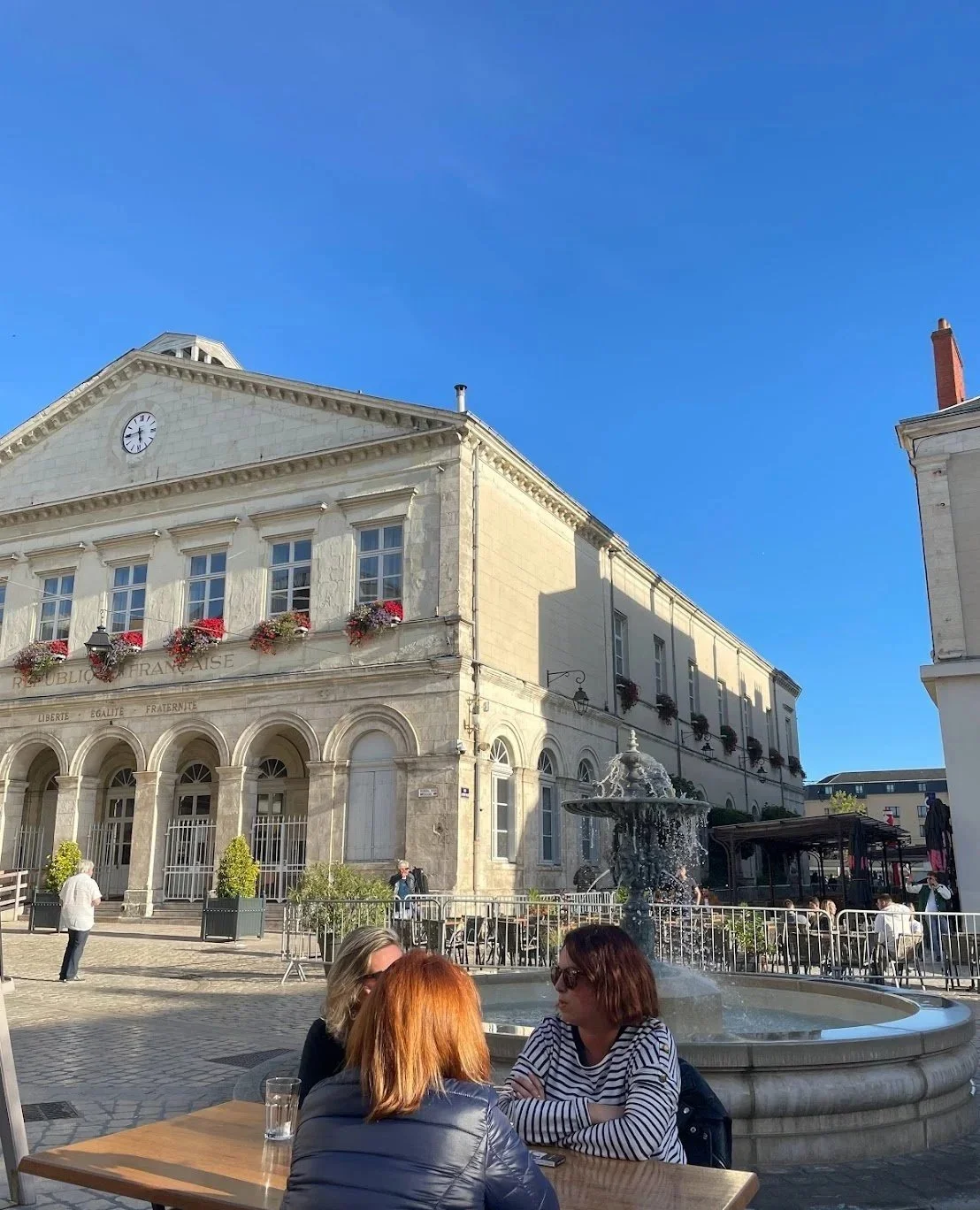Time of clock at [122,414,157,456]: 5:44
